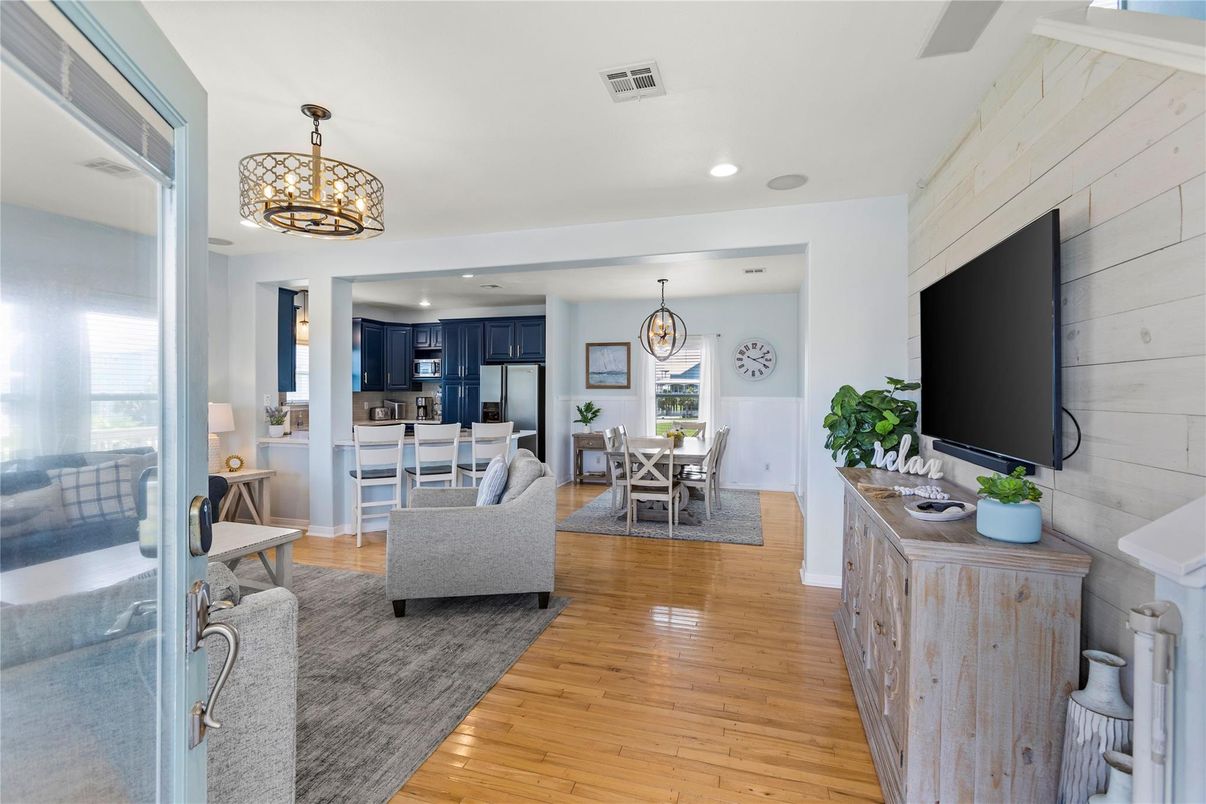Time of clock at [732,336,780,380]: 2:18
